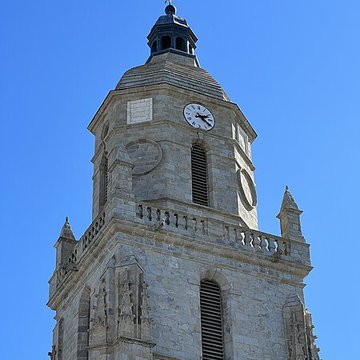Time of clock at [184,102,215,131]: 2:21
